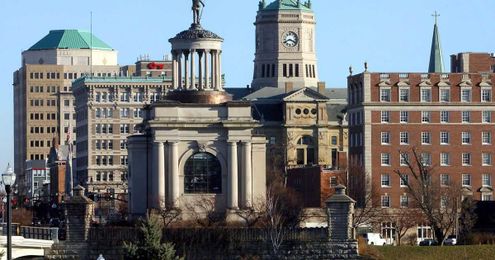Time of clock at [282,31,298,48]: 3:40
